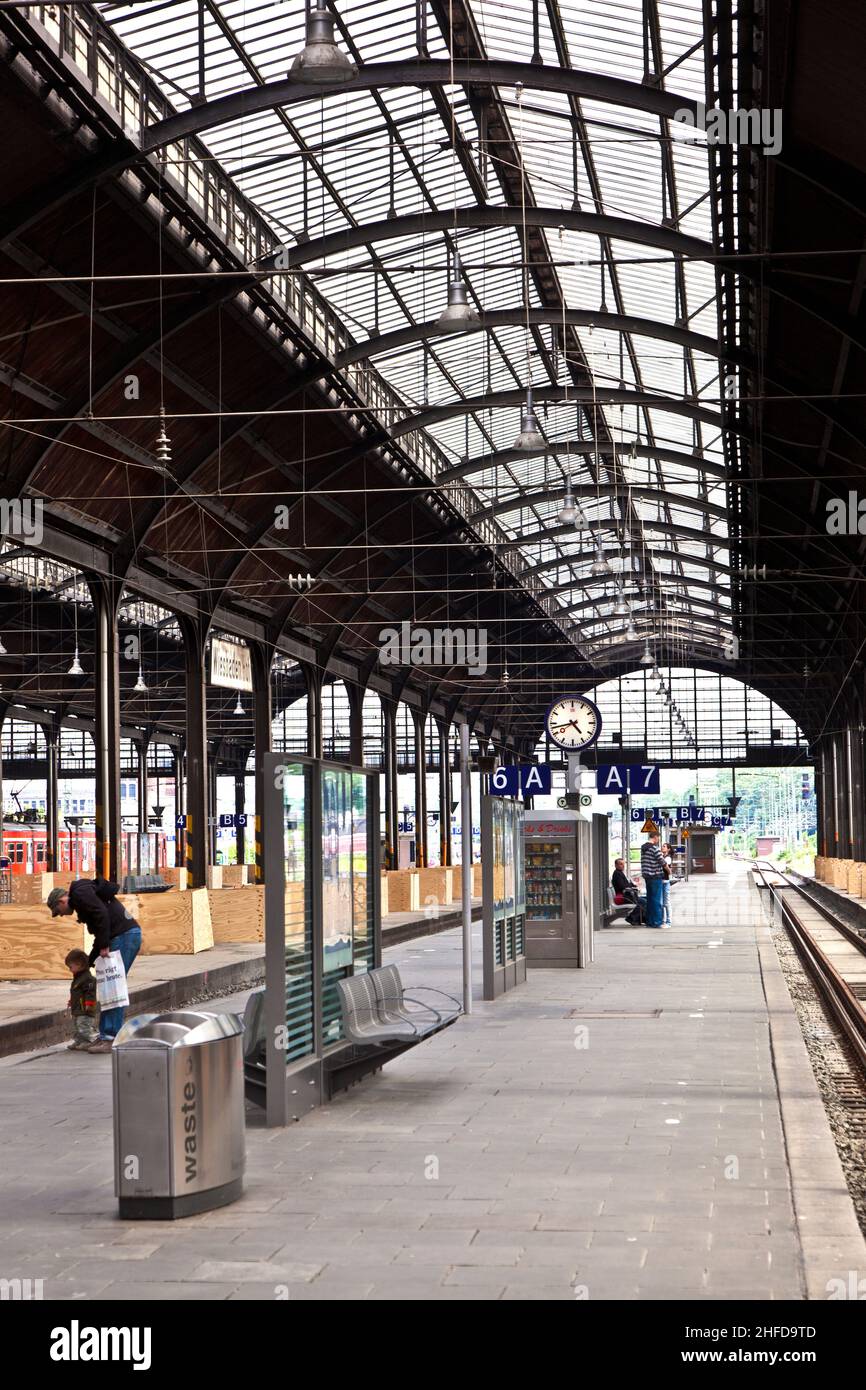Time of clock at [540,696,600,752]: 4:42
